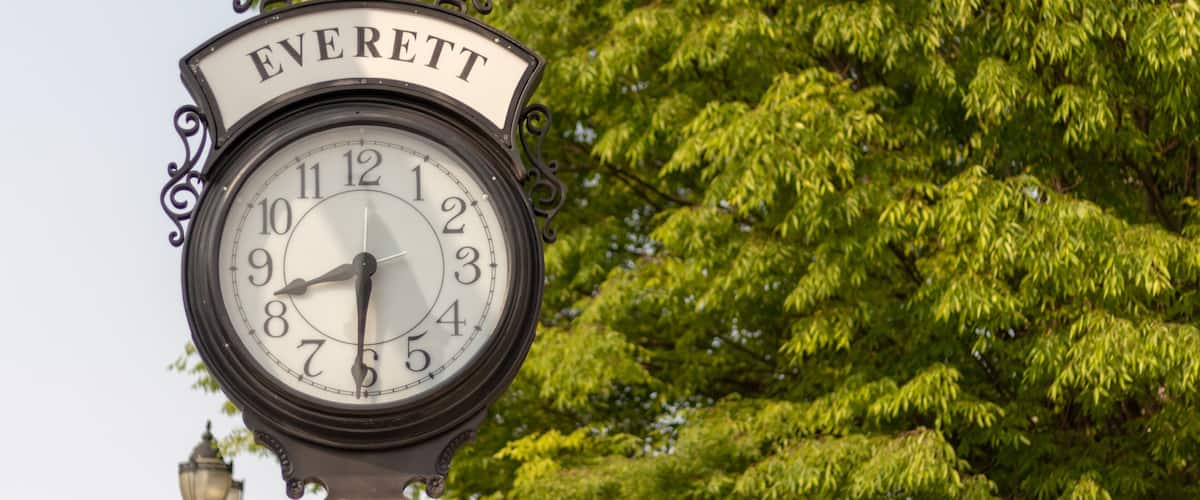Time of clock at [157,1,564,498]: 8:30
